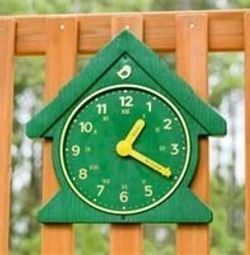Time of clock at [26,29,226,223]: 1:20
